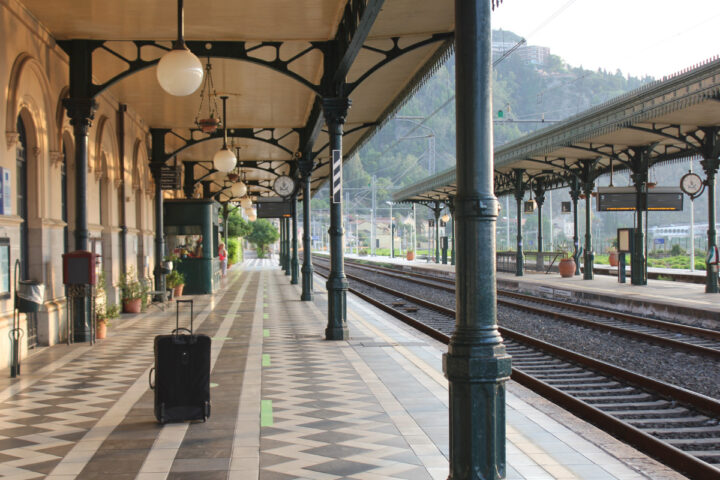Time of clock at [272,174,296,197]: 7:24
